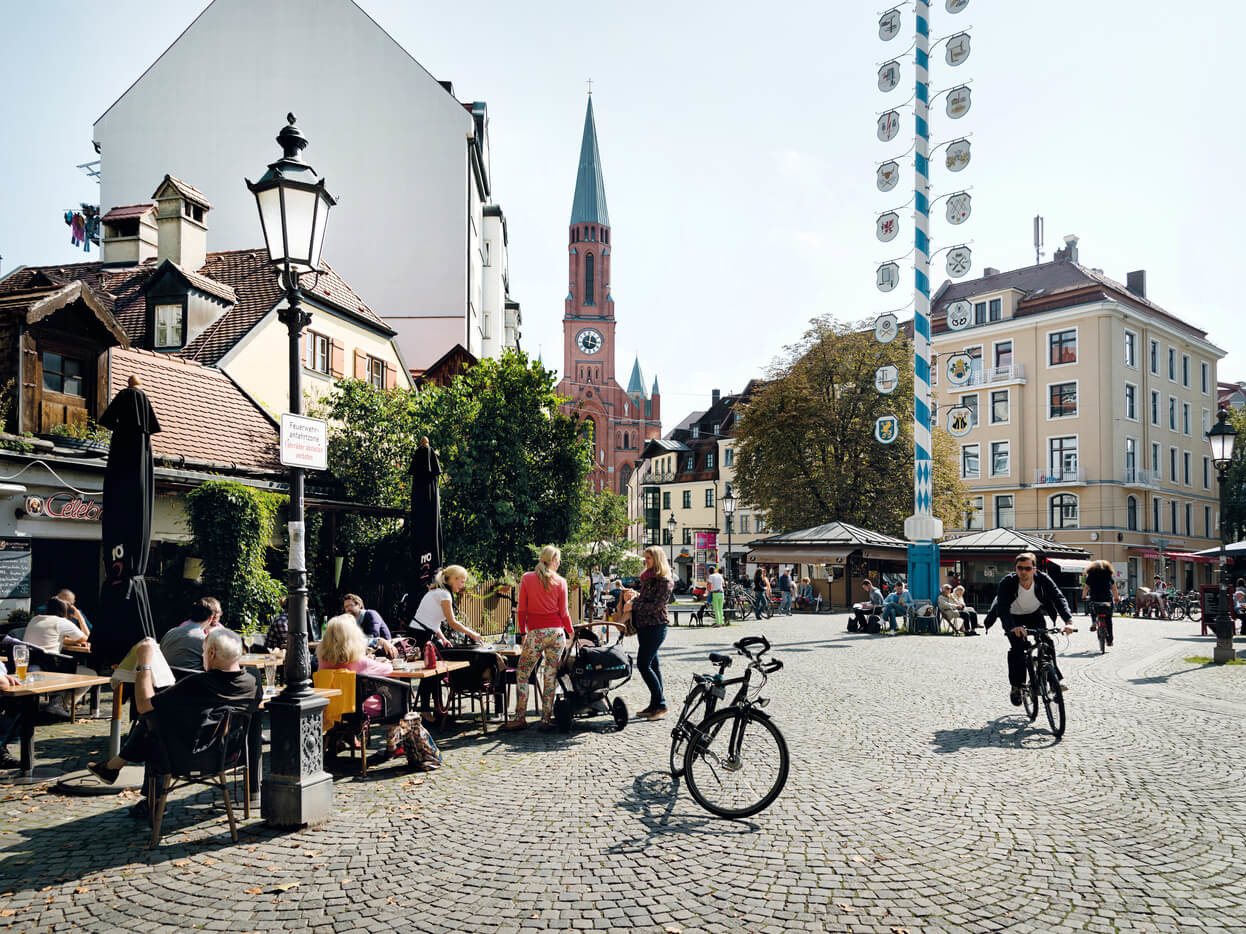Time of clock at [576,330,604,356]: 12:18
